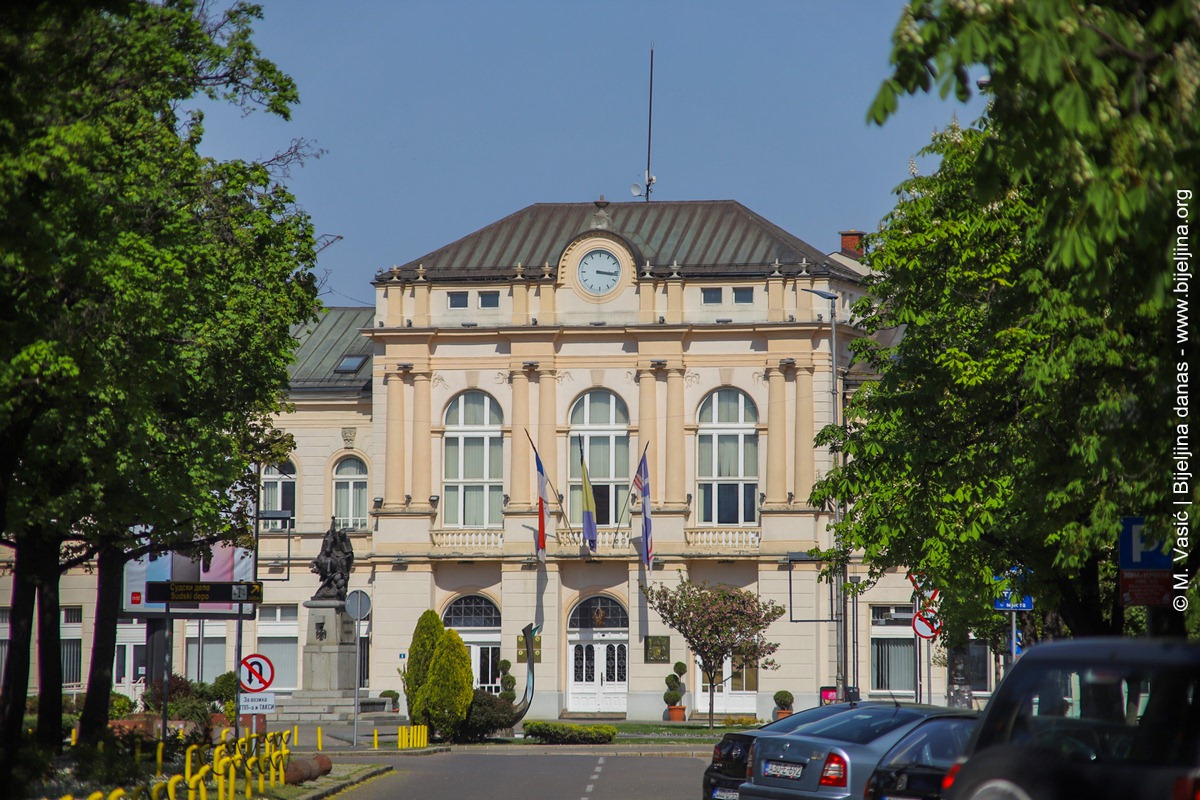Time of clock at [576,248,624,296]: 3:16
